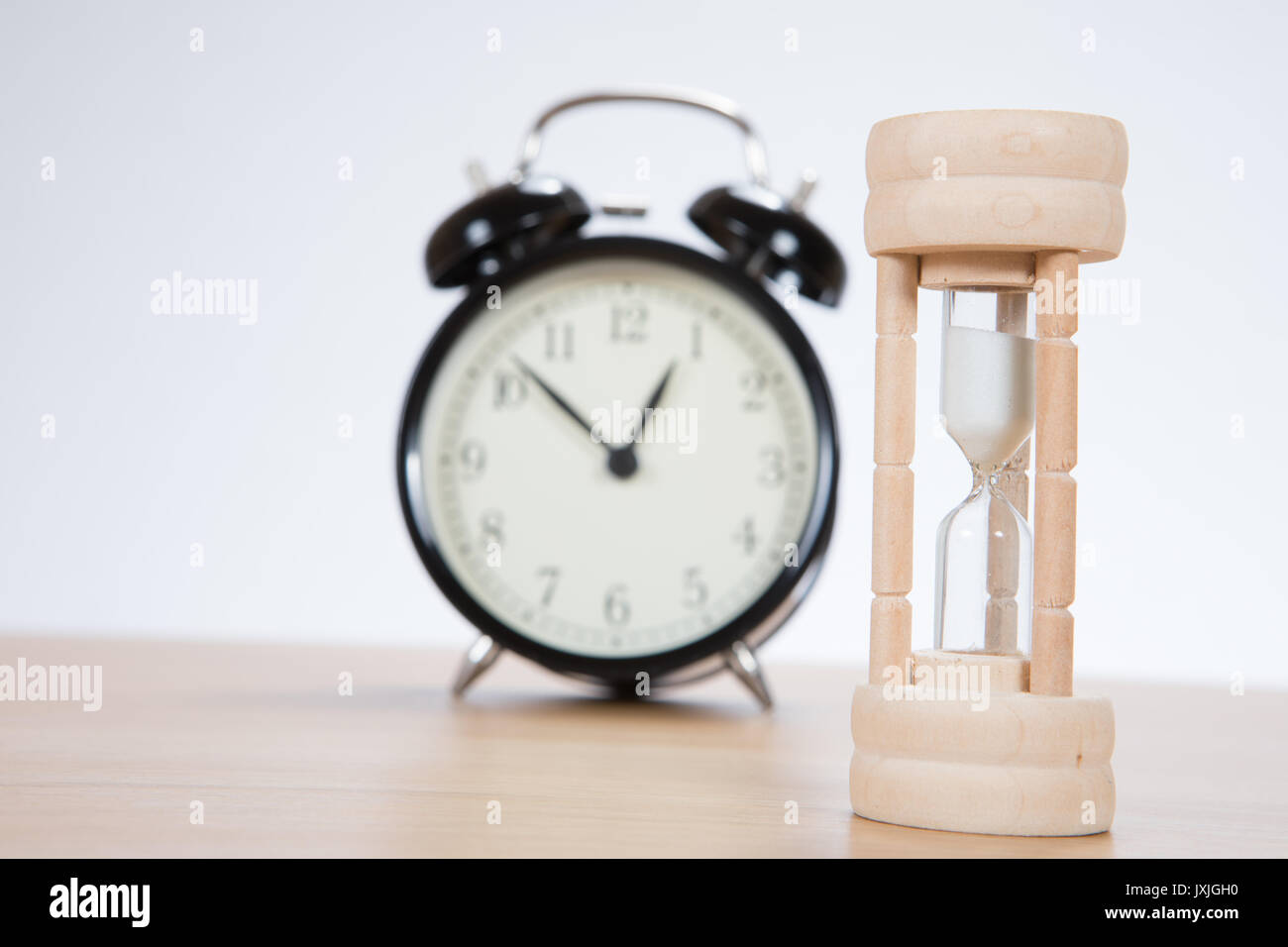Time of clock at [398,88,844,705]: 12:52
